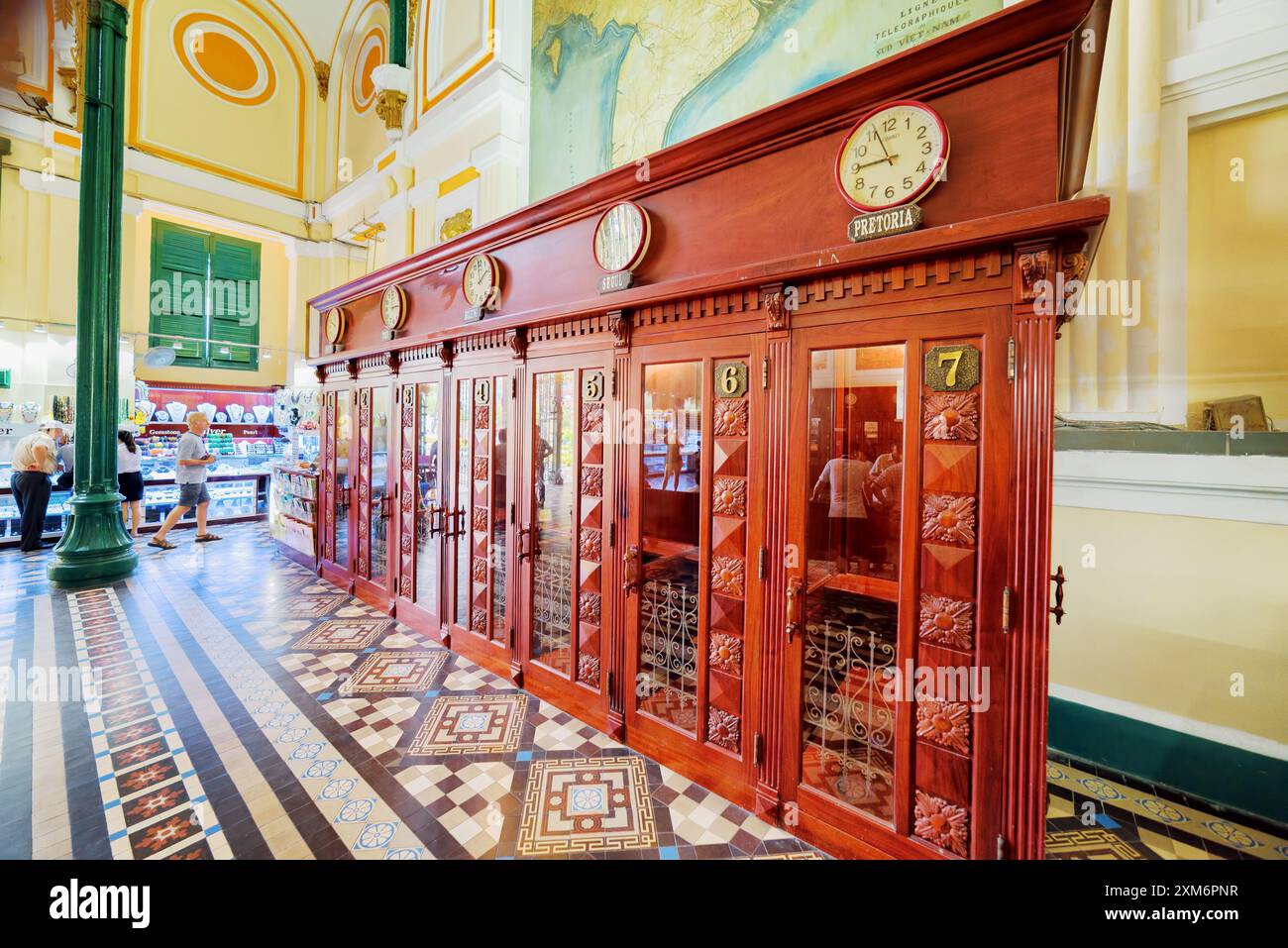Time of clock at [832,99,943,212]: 8:56
